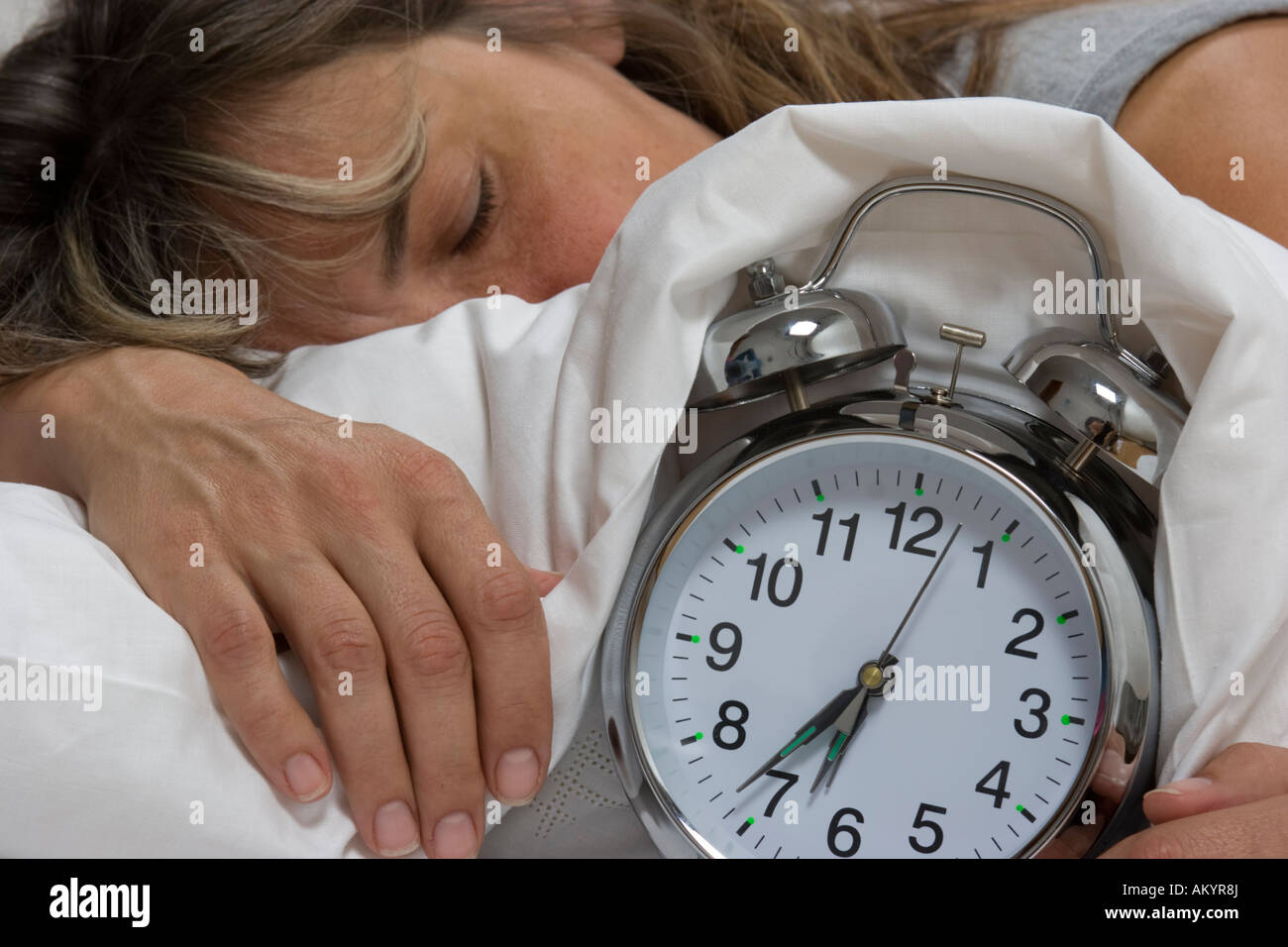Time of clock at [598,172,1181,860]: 6:36
